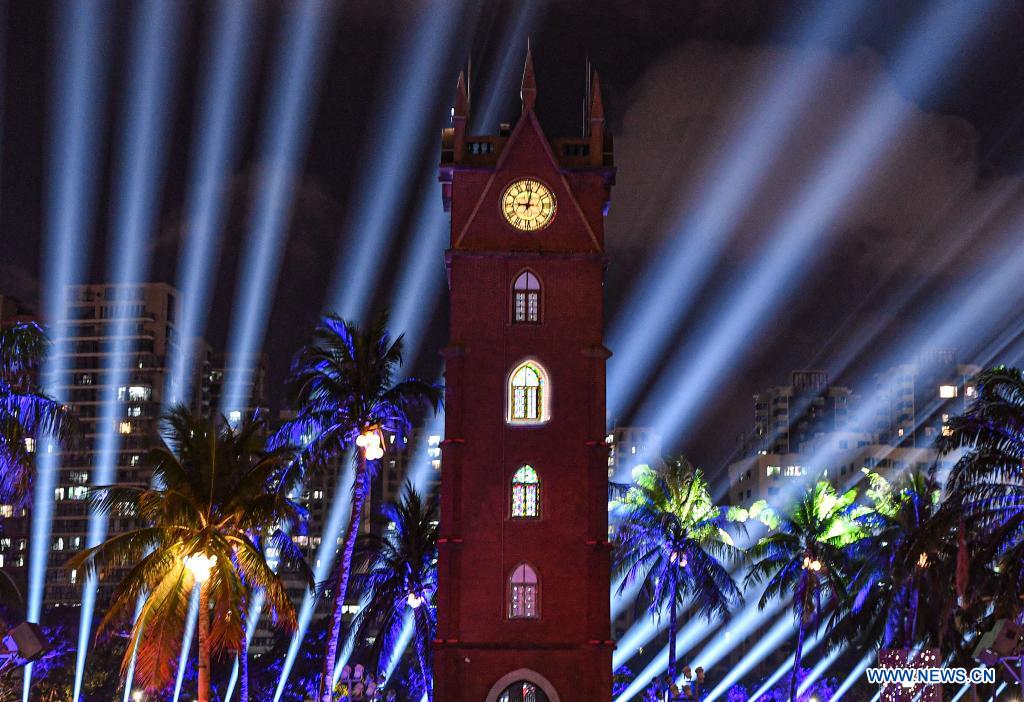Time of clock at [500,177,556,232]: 9:01
